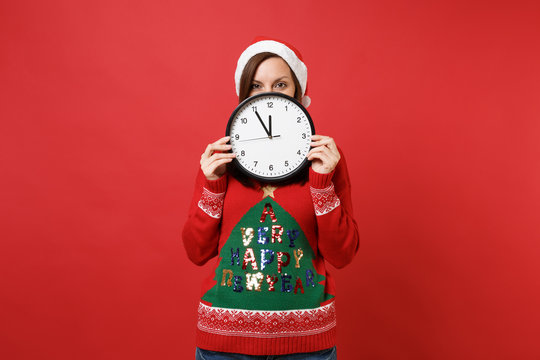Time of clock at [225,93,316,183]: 11:54
